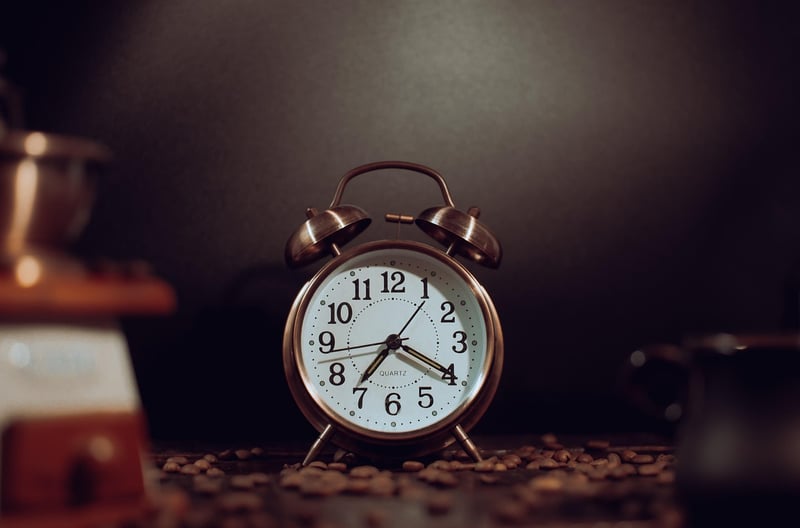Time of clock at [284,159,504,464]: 7:19
